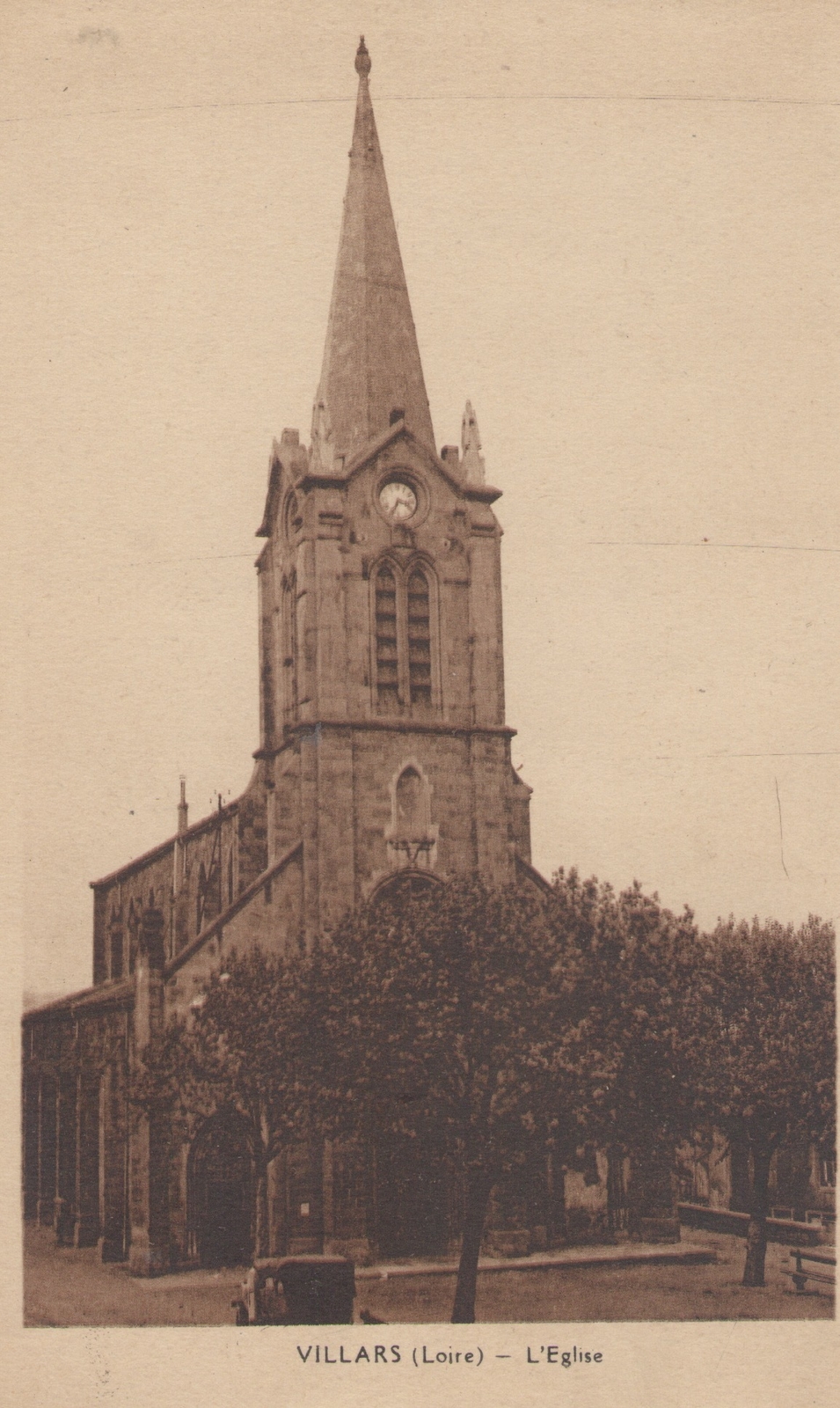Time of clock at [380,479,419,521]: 3:34
